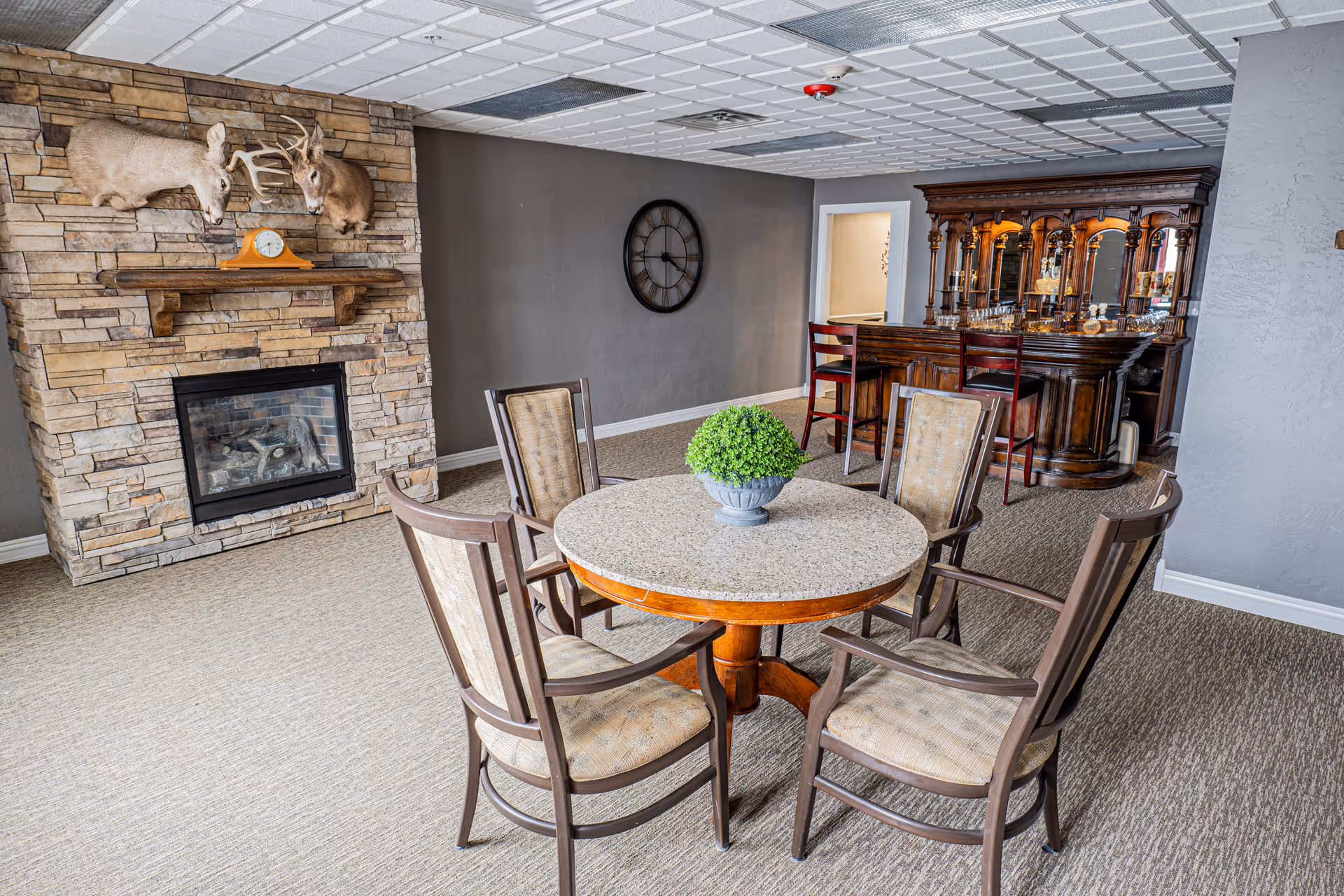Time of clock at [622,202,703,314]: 4:00
